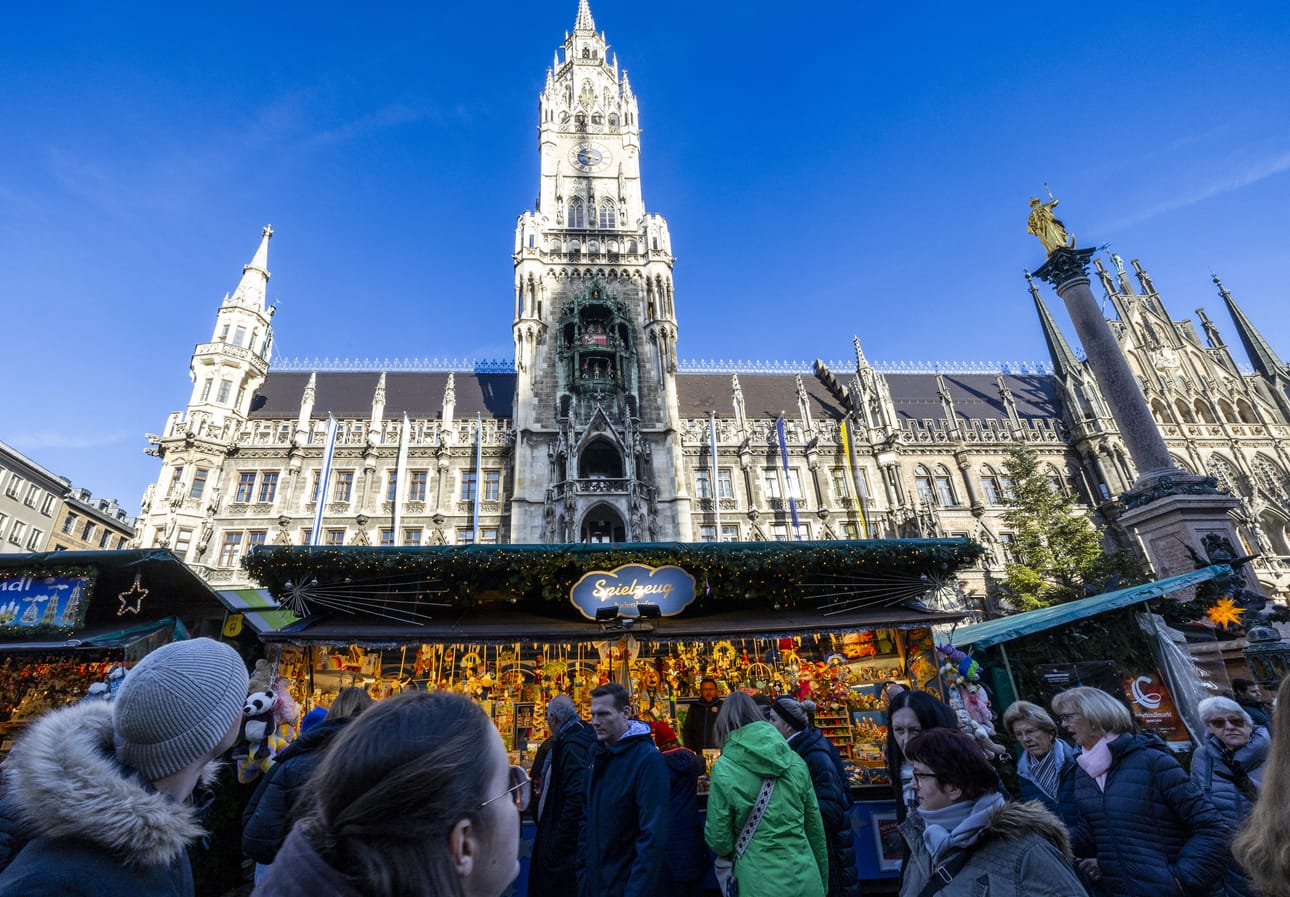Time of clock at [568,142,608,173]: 6:47
